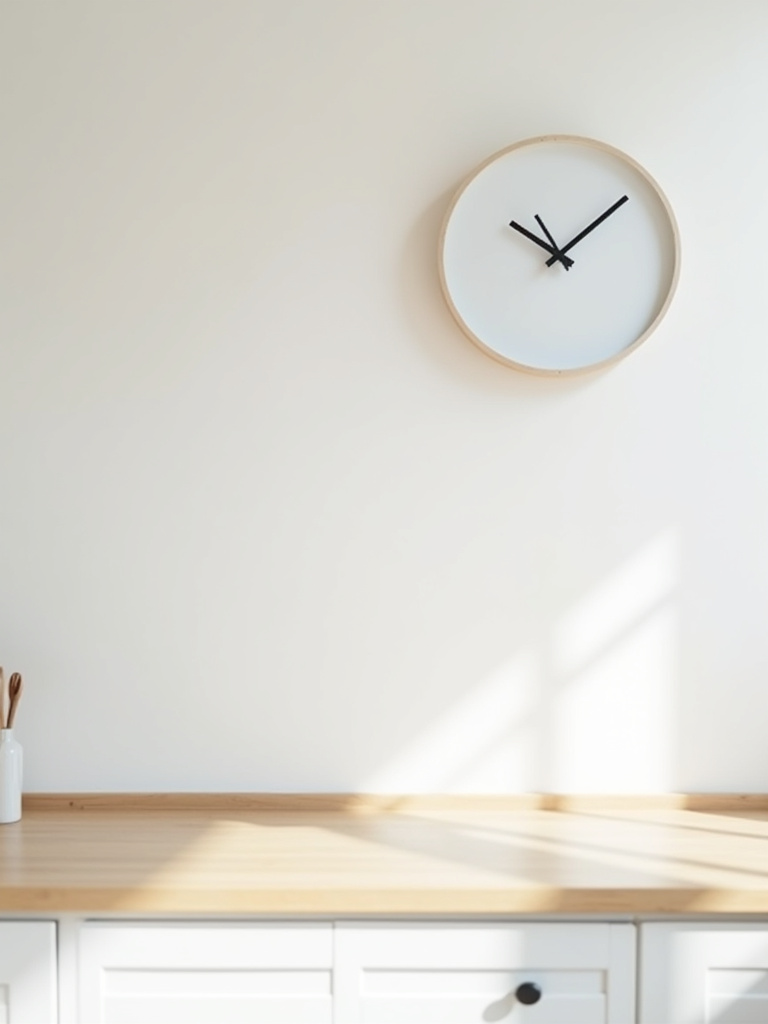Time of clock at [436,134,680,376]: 10:07
